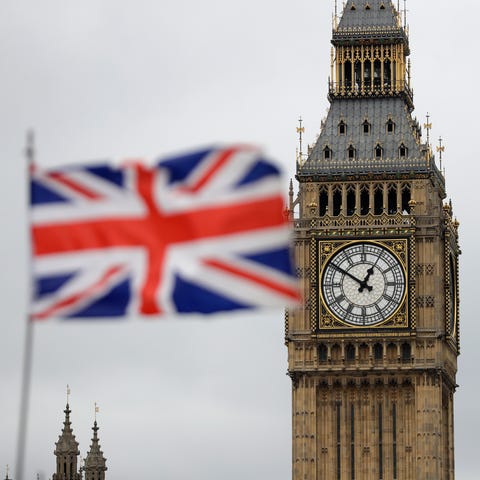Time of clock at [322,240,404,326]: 12:50
